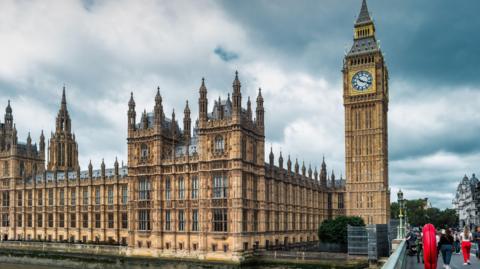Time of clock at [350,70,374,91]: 10:18
